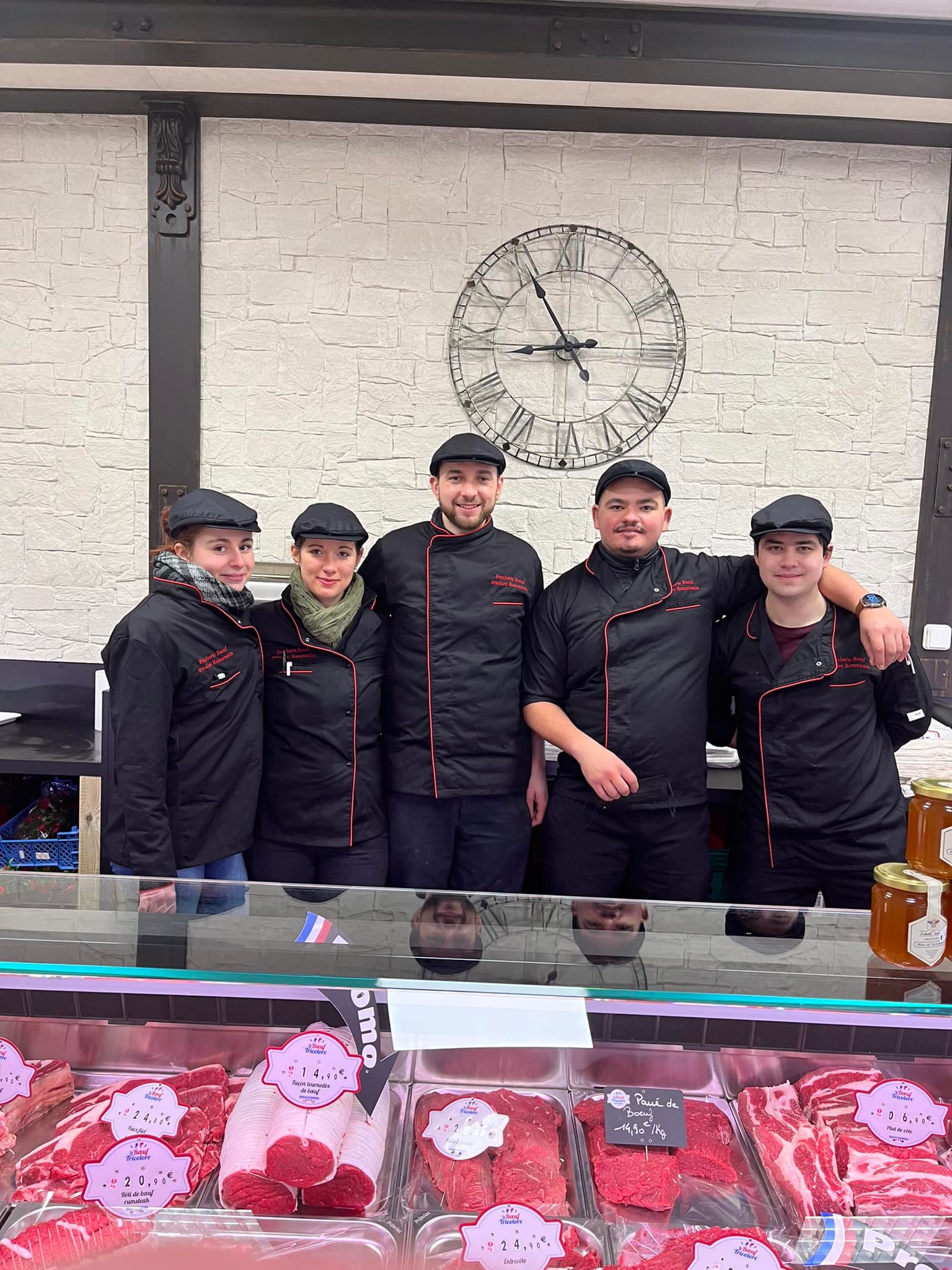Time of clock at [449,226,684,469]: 8:54
